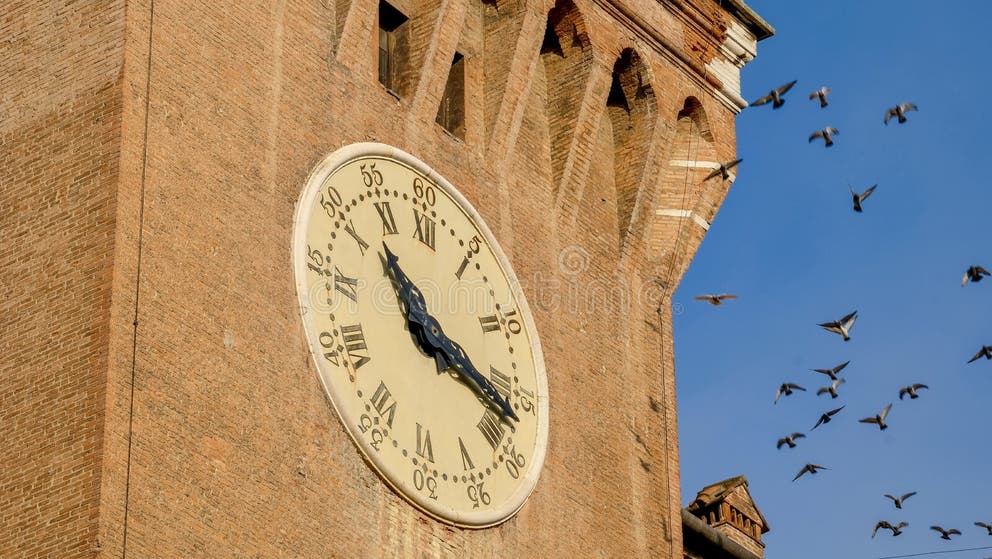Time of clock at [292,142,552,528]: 10:17
